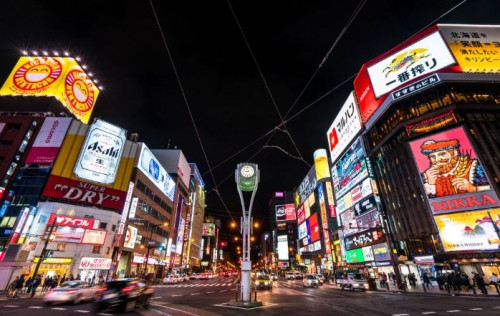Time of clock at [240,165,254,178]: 9:12
